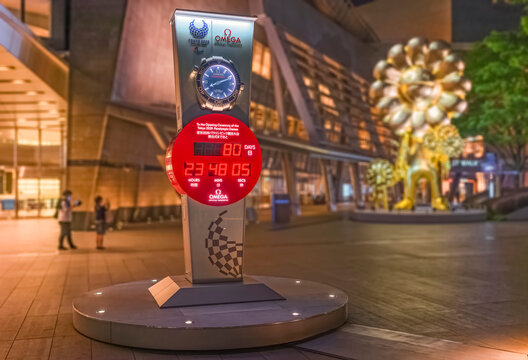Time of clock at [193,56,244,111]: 8:11
